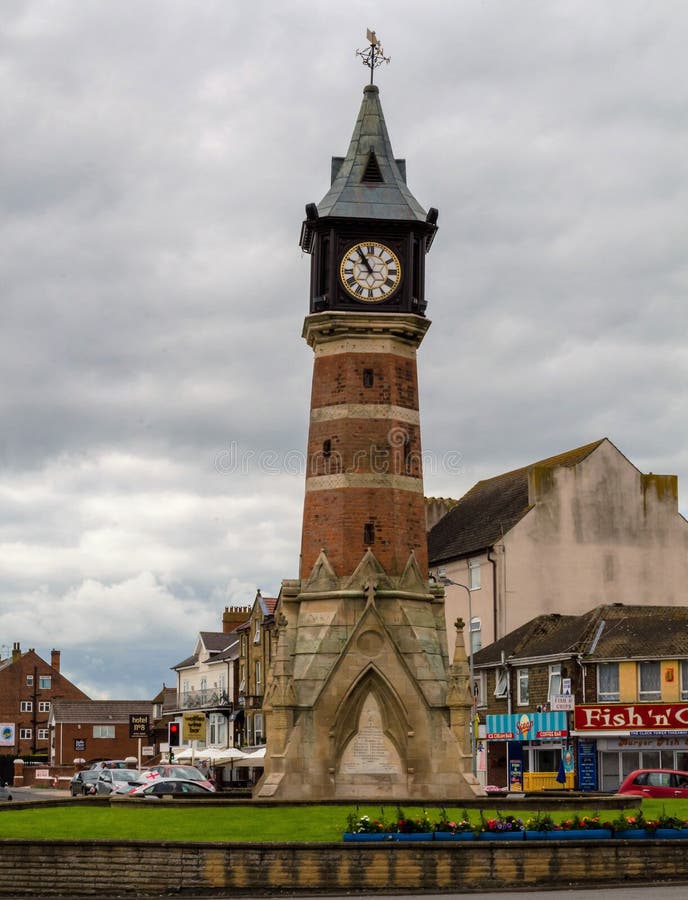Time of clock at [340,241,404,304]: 10:55
